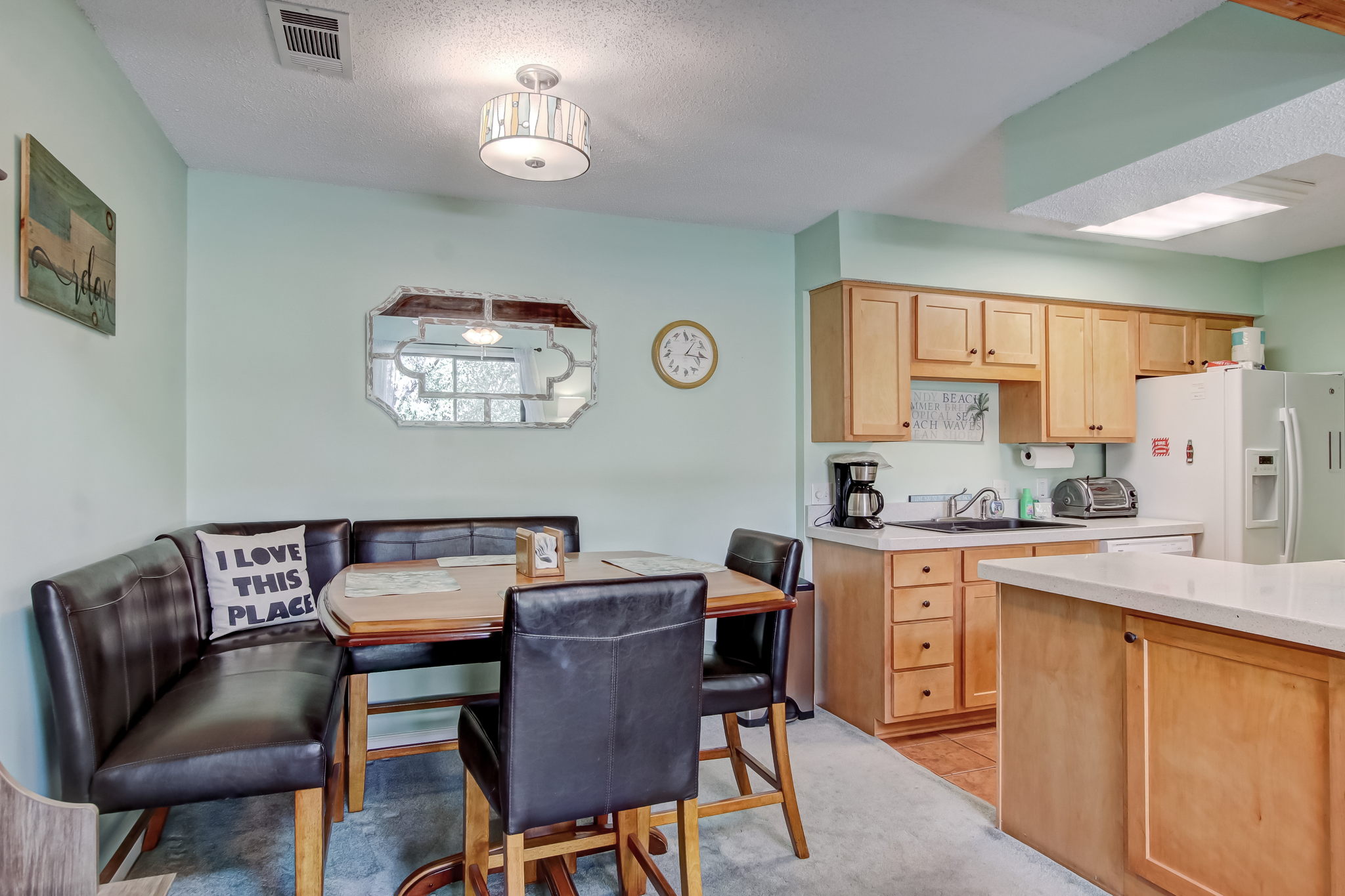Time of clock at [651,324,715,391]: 1:16
